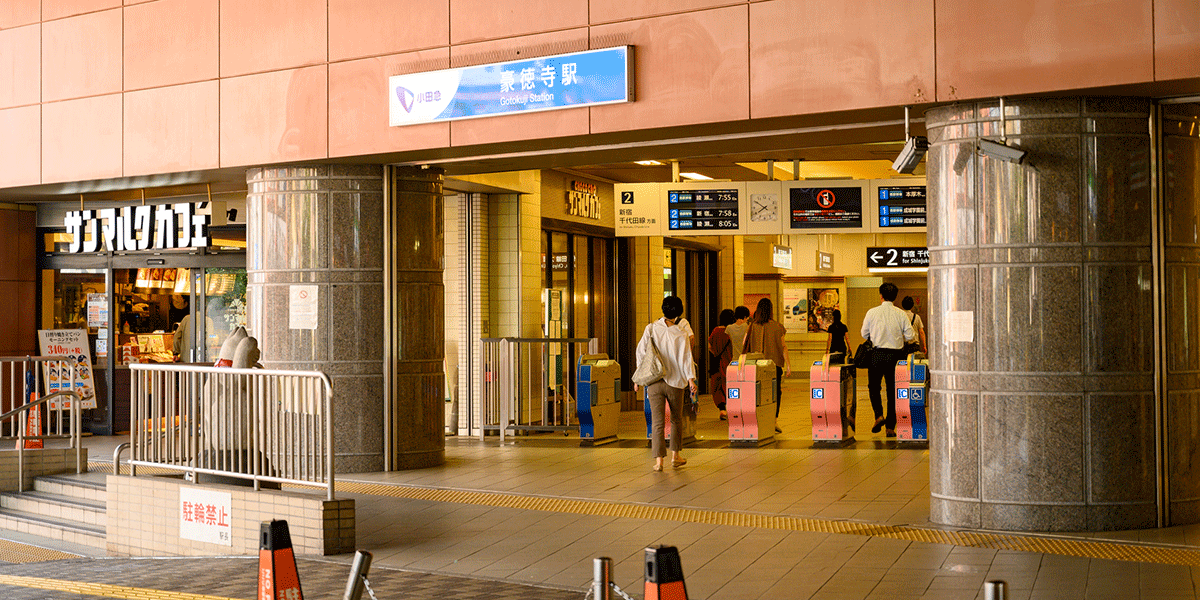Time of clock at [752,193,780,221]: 7:50
